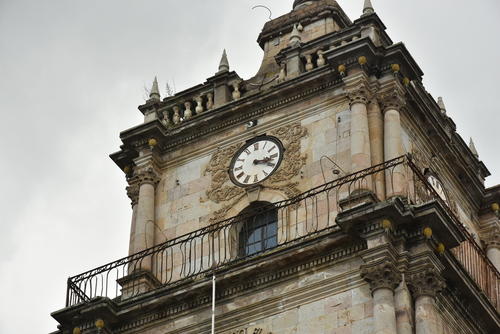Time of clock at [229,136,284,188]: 3:19
